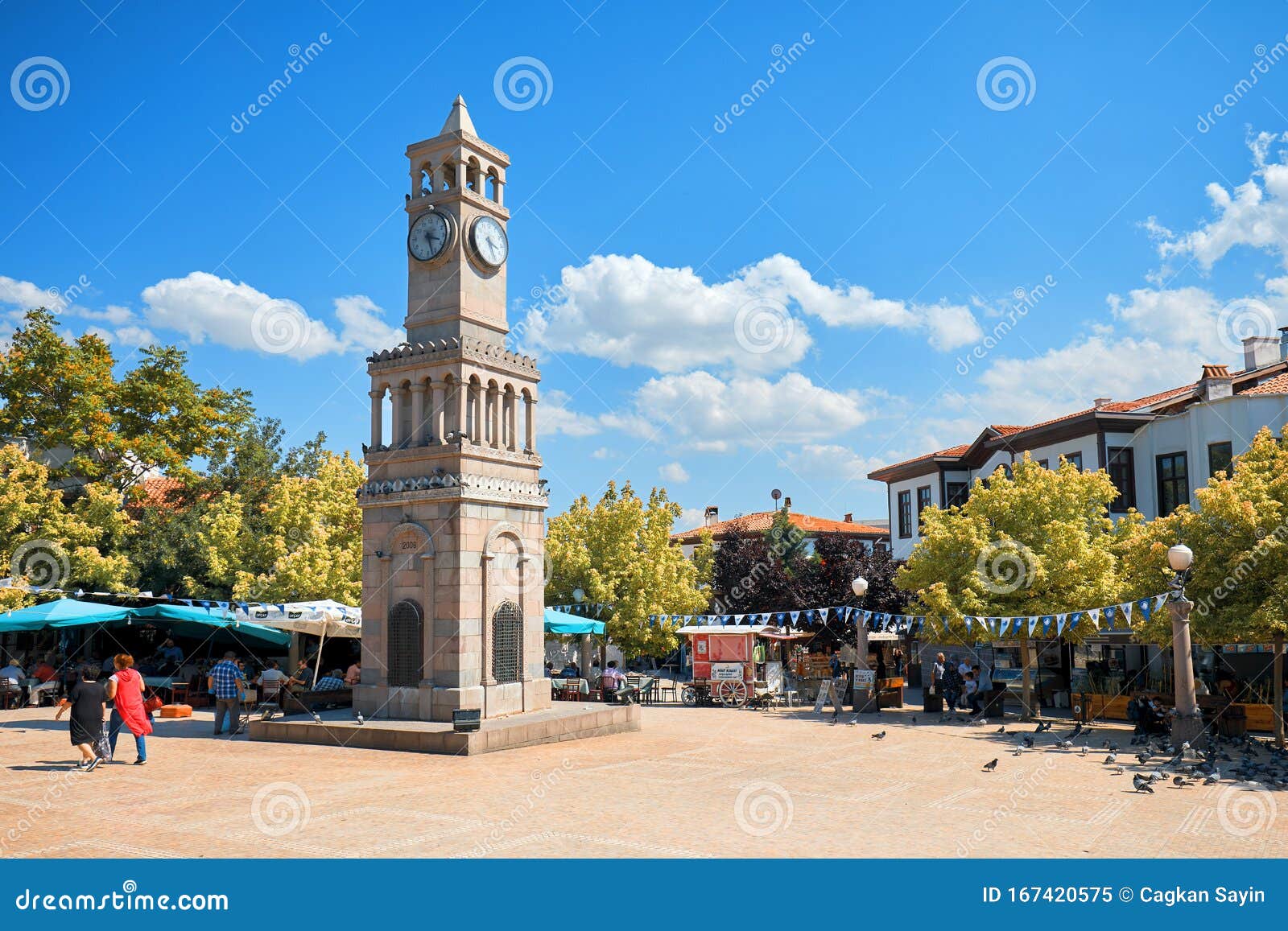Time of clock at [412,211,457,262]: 3:26
